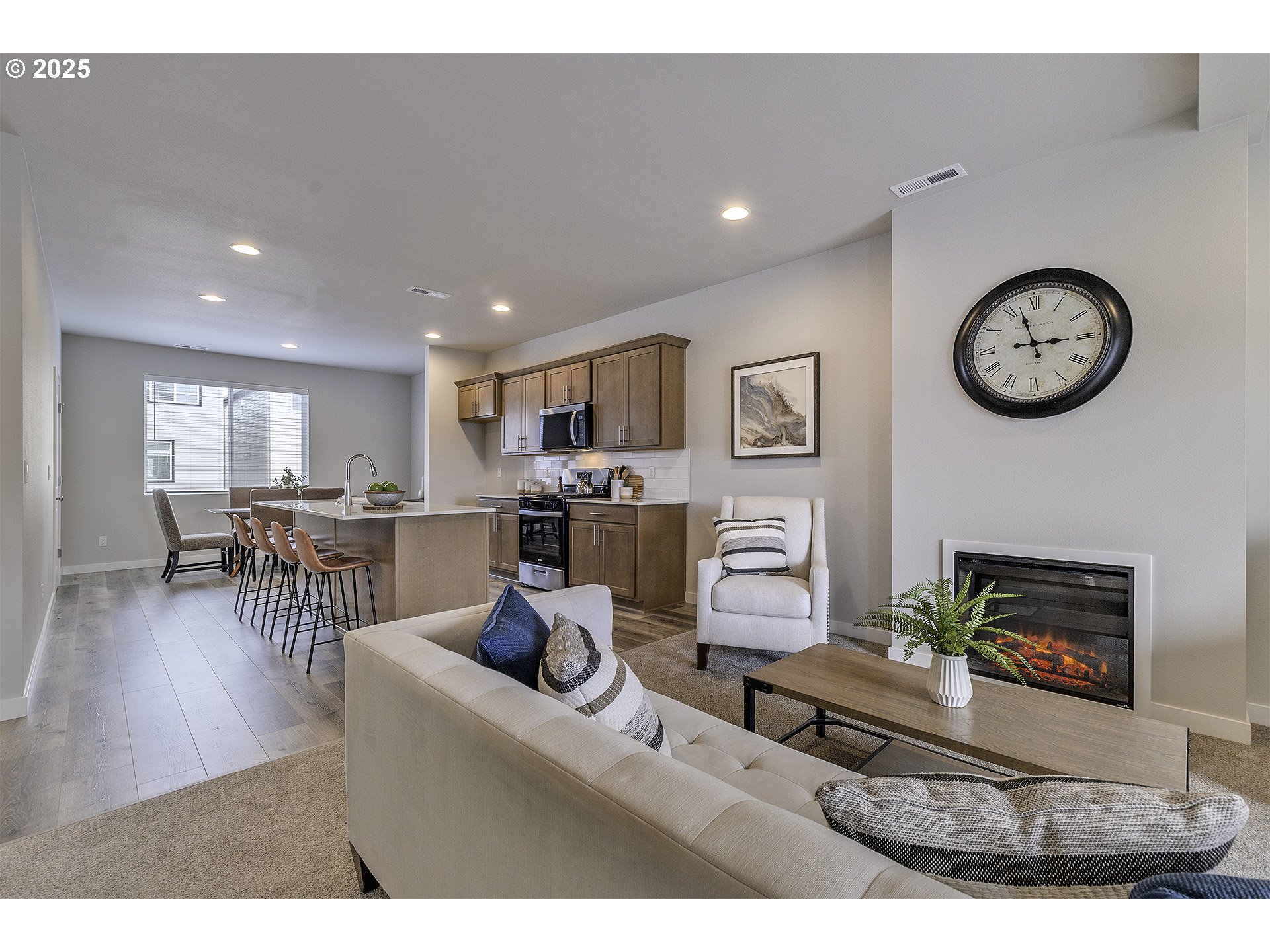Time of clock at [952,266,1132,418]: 2:57
